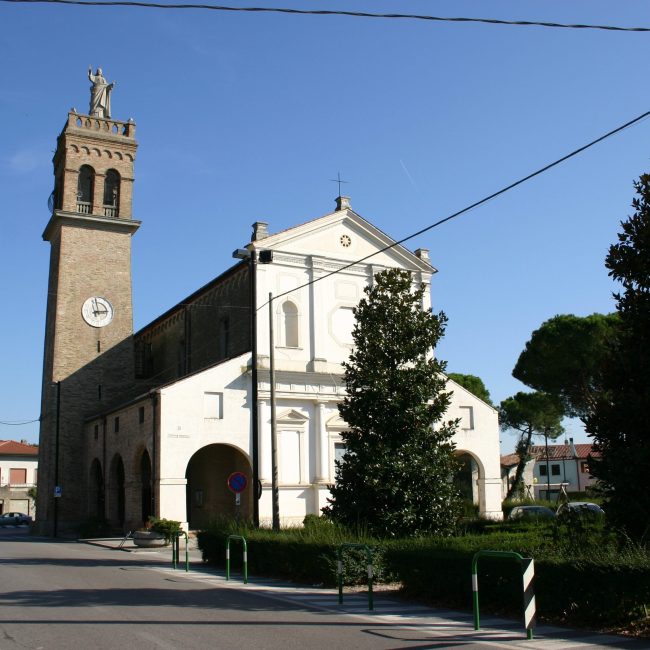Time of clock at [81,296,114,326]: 2:58
